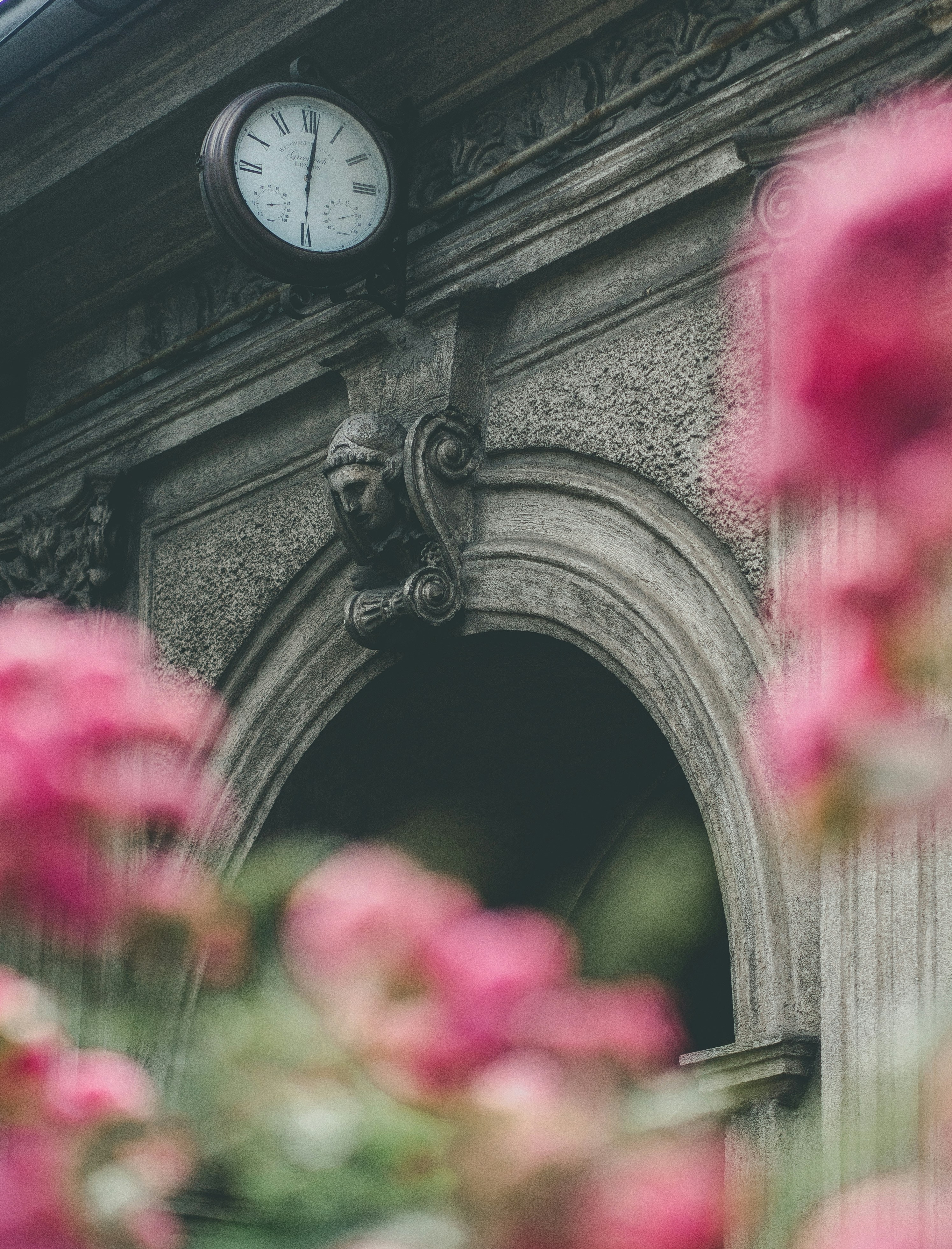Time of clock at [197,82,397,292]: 6:01
